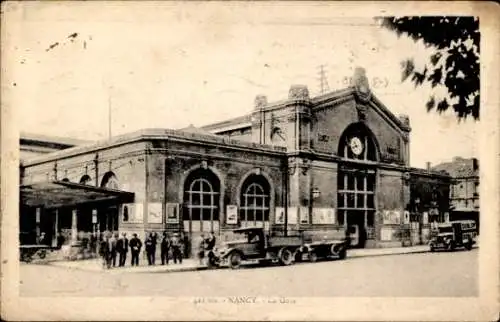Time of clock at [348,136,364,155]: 10:42
